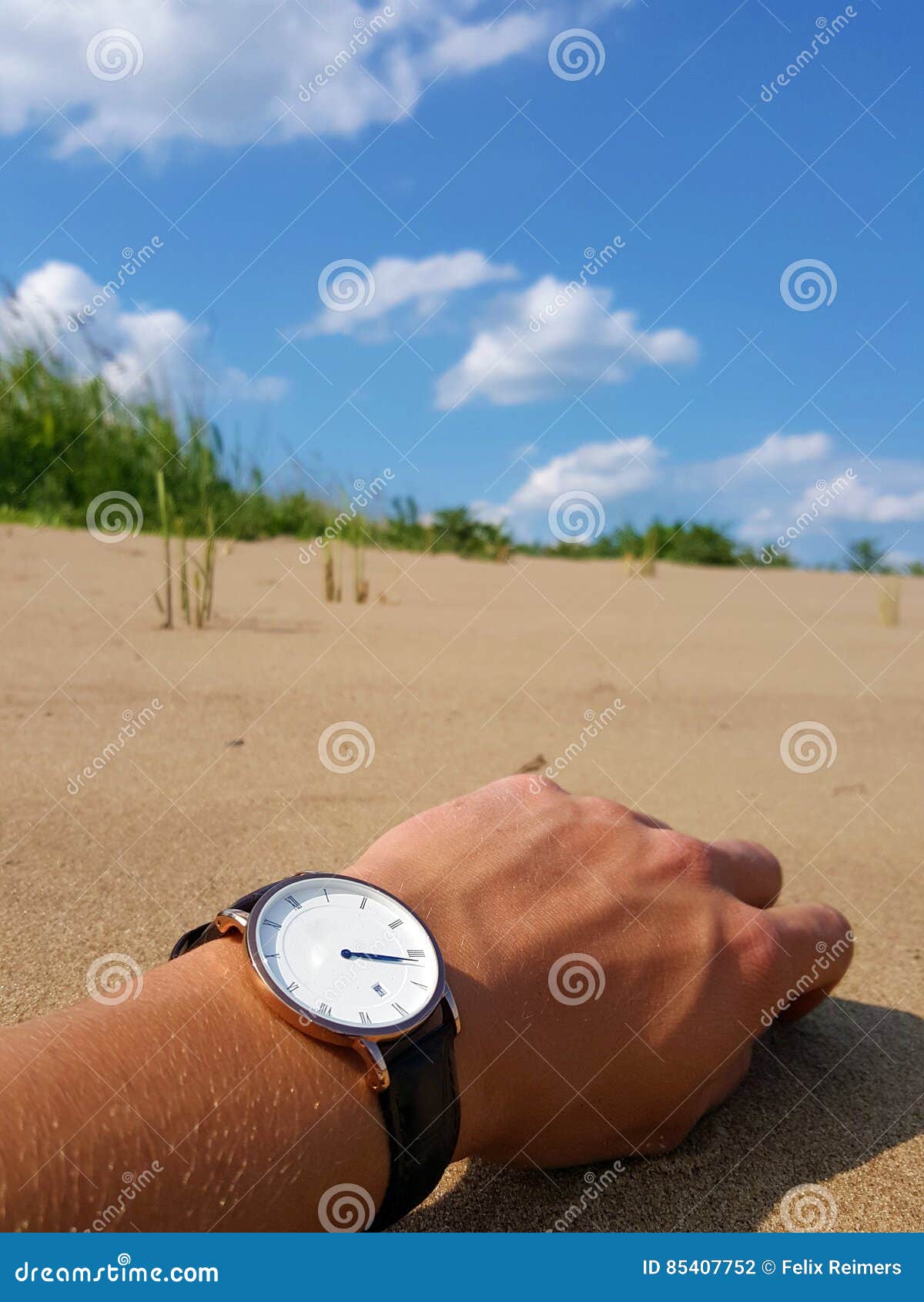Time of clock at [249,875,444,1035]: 3:16
